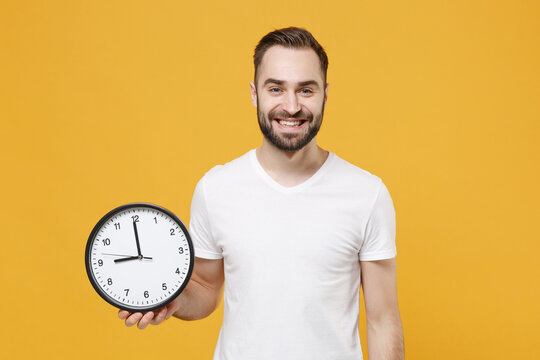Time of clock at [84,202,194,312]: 8:59
